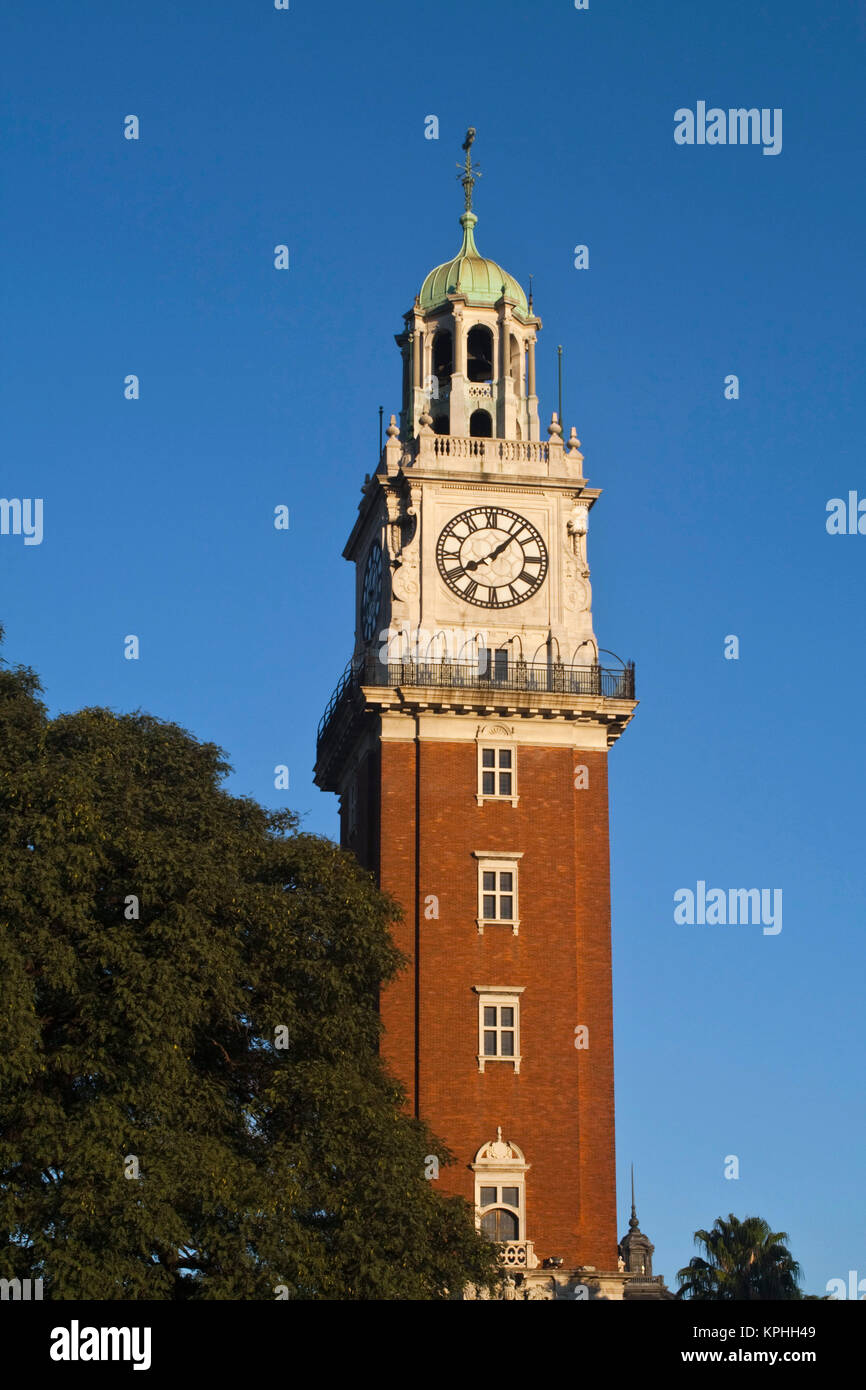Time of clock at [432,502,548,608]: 8:07
